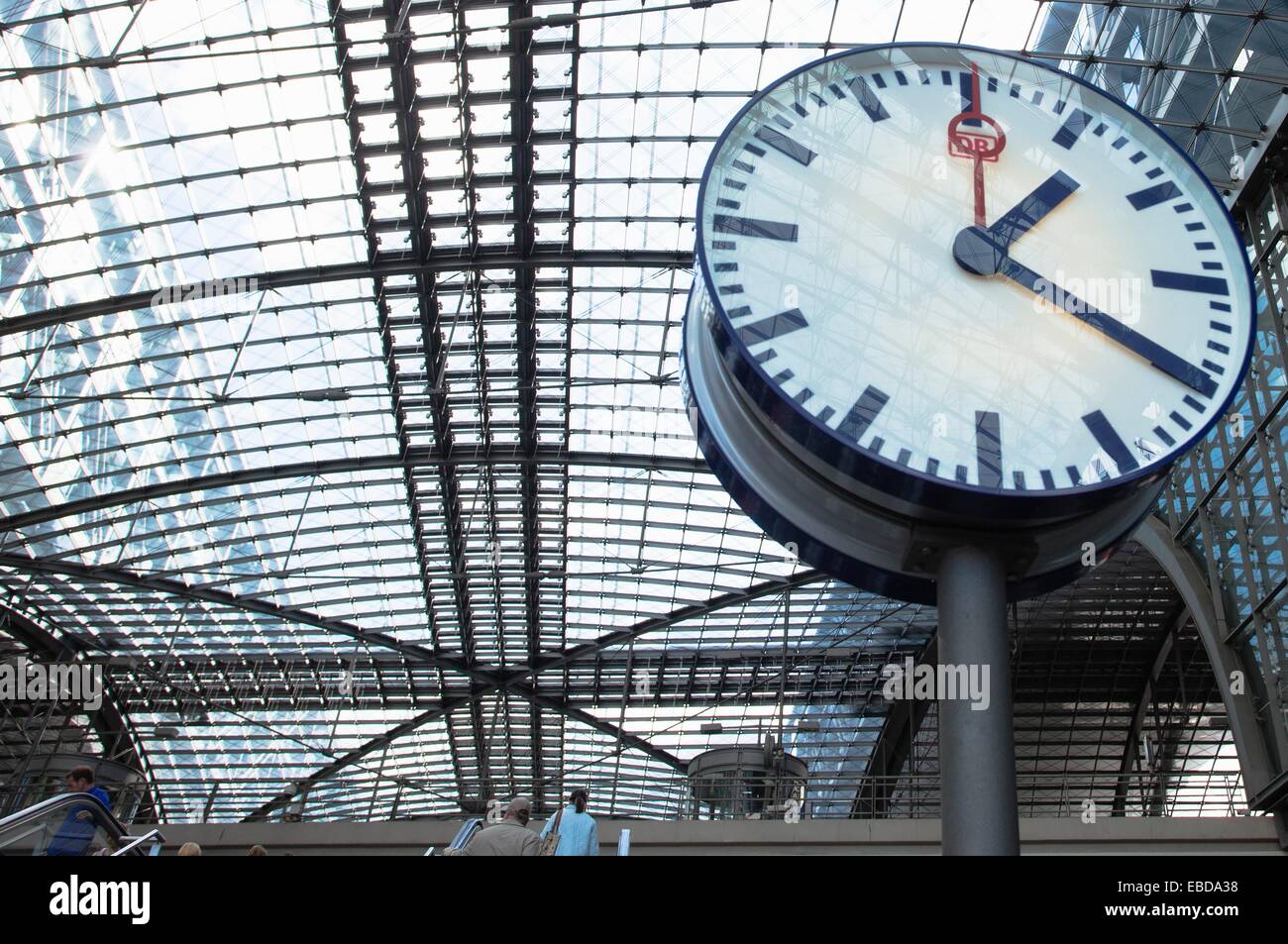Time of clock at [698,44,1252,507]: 1:19
